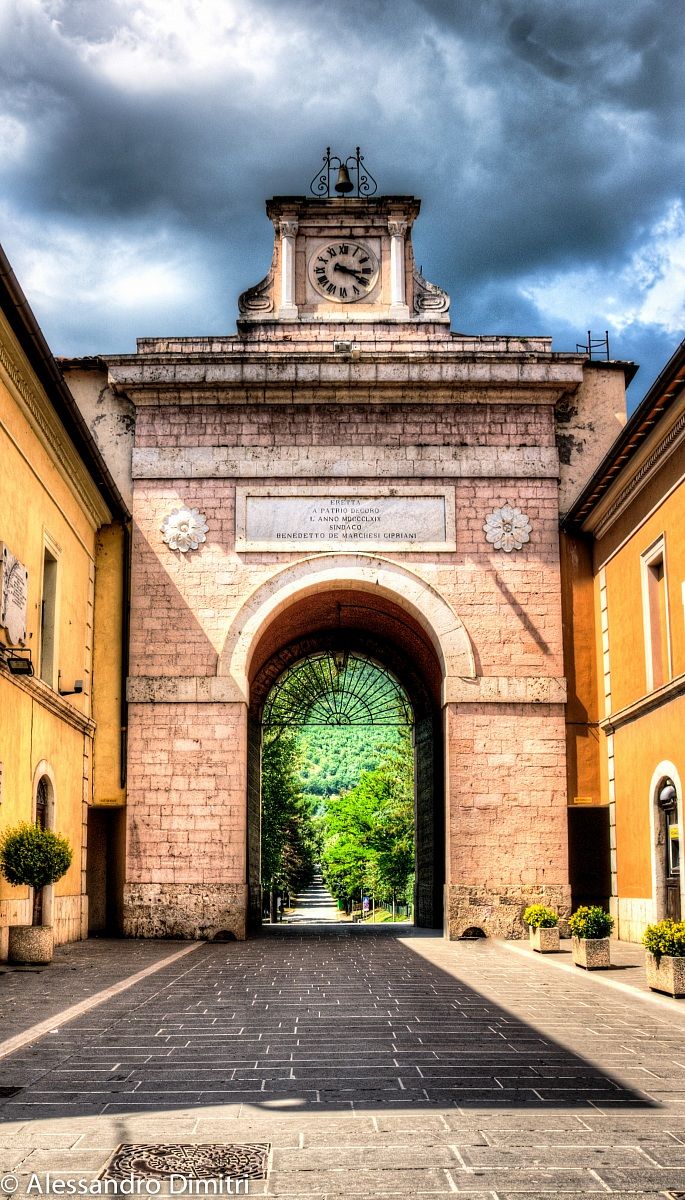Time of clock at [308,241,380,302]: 3:20
